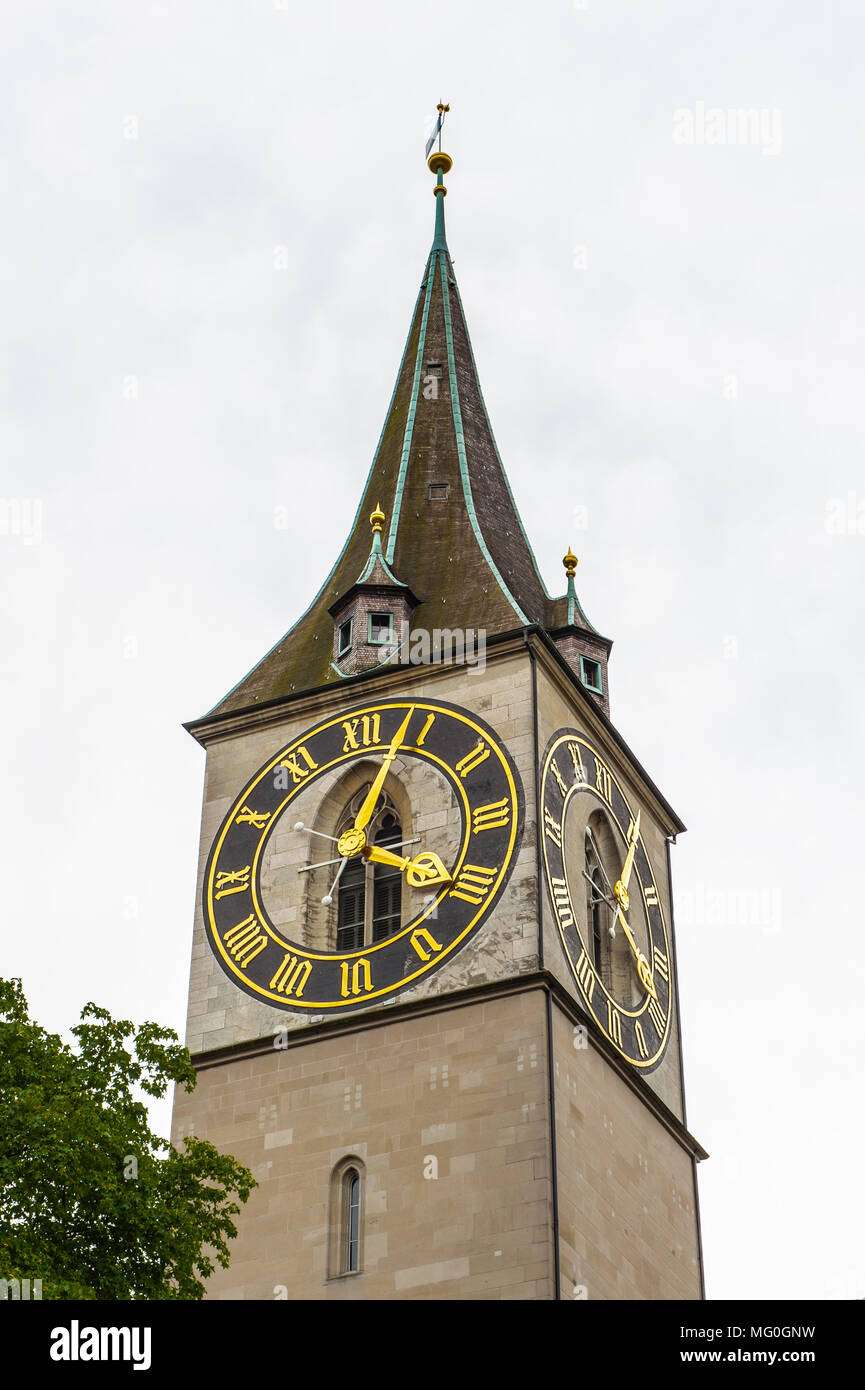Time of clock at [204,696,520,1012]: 6:03
